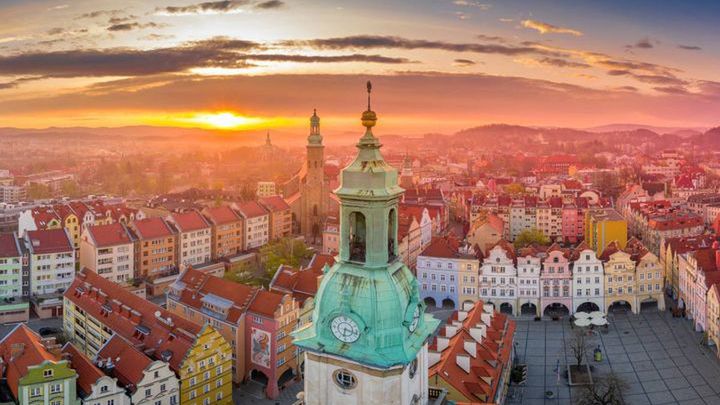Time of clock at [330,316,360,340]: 6:17
